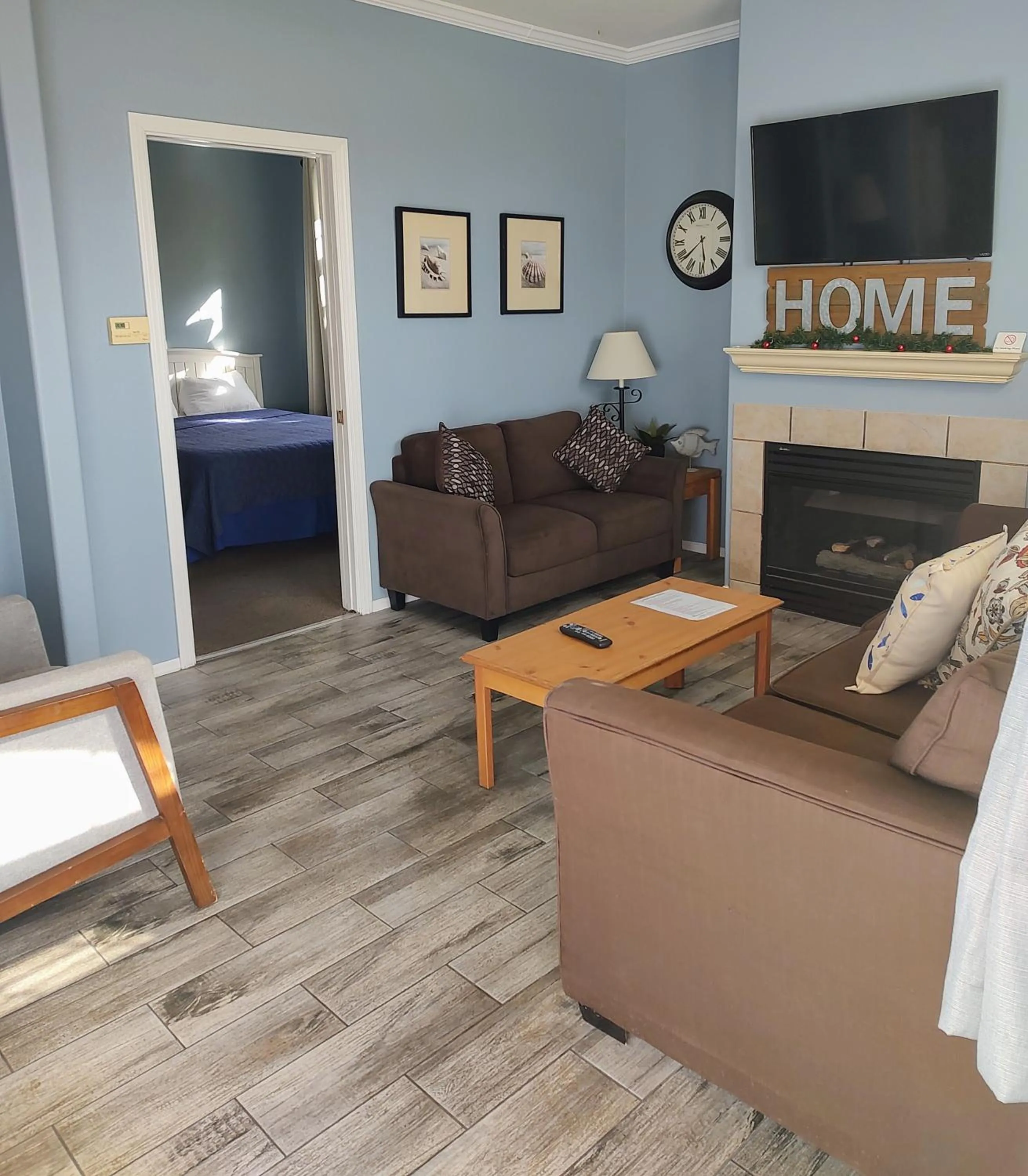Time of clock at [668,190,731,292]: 5:38
